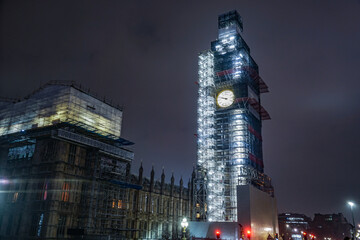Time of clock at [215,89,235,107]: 9:48
